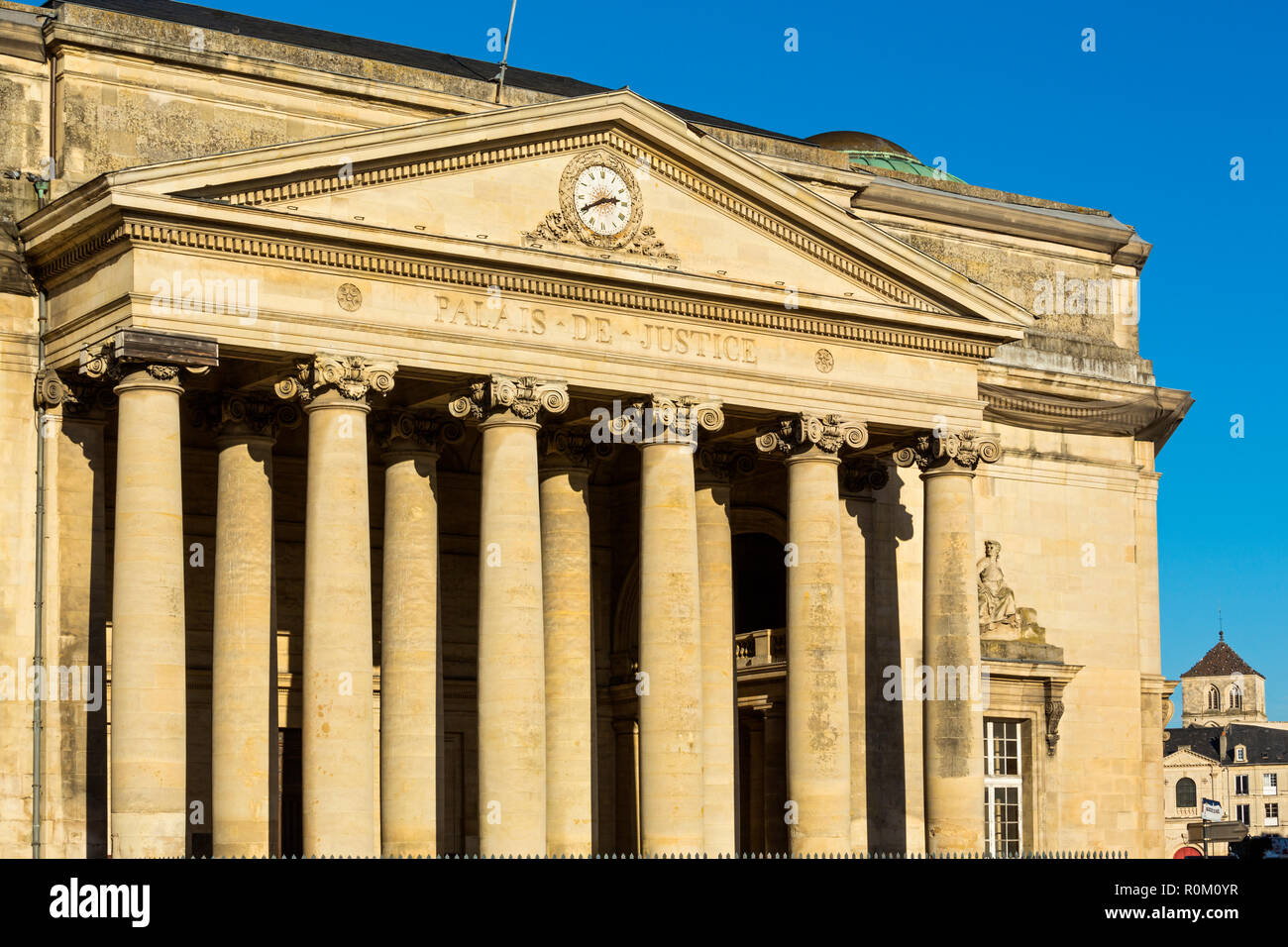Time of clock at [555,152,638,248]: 2:40
